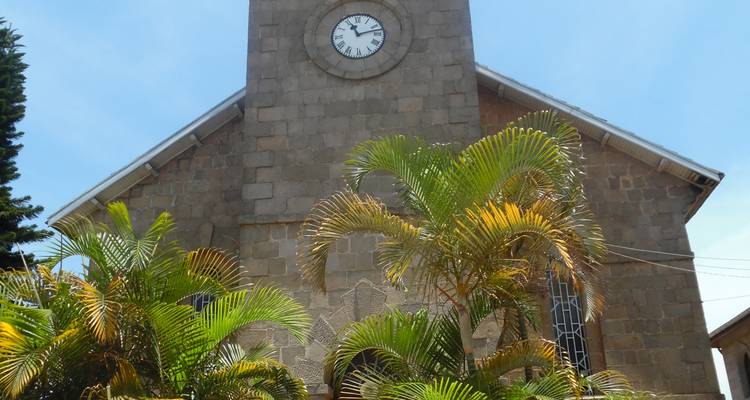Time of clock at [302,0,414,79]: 11:12
